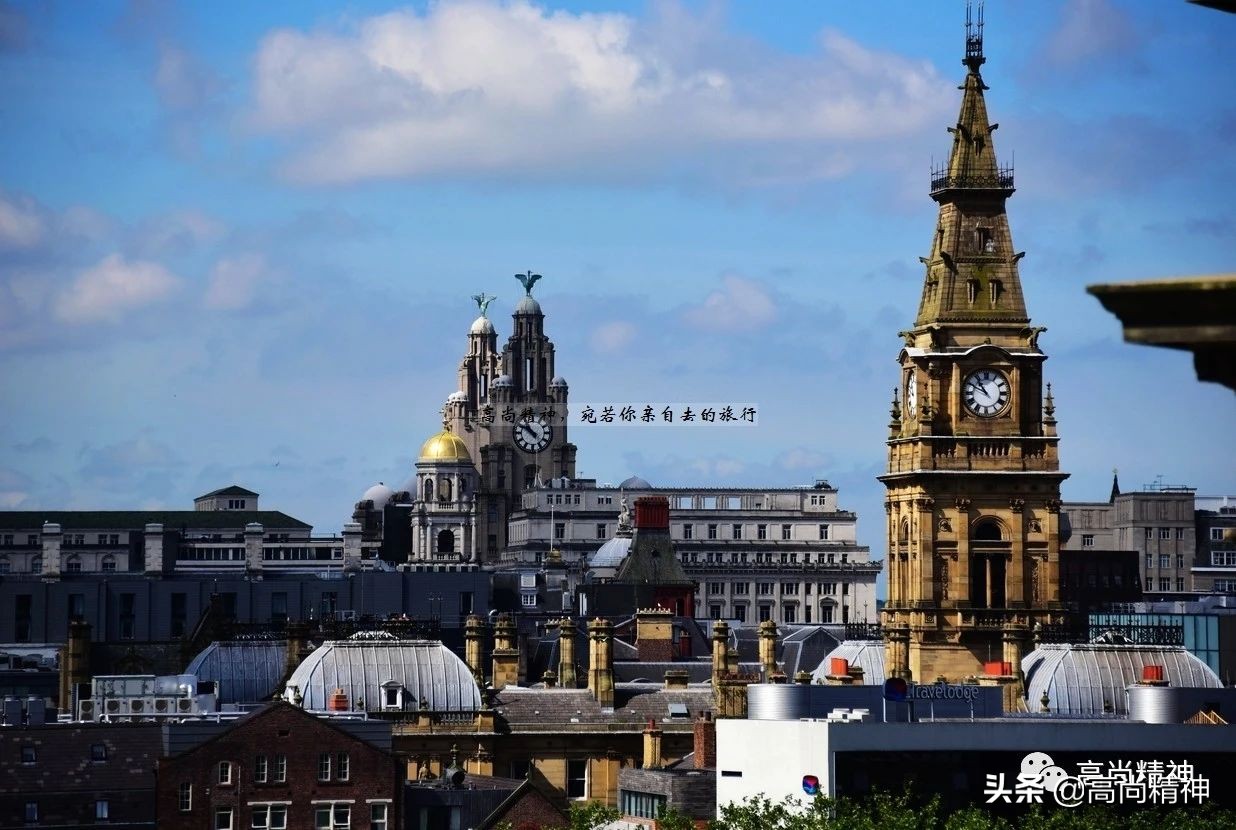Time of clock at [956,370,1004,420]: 10:49
